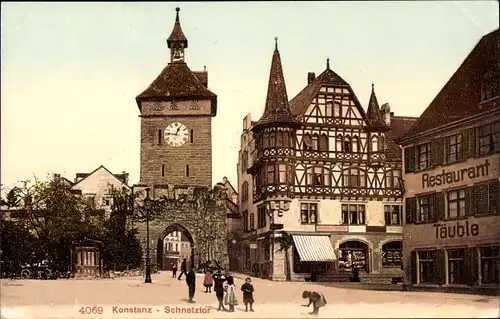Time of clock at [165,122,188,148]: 12:46
